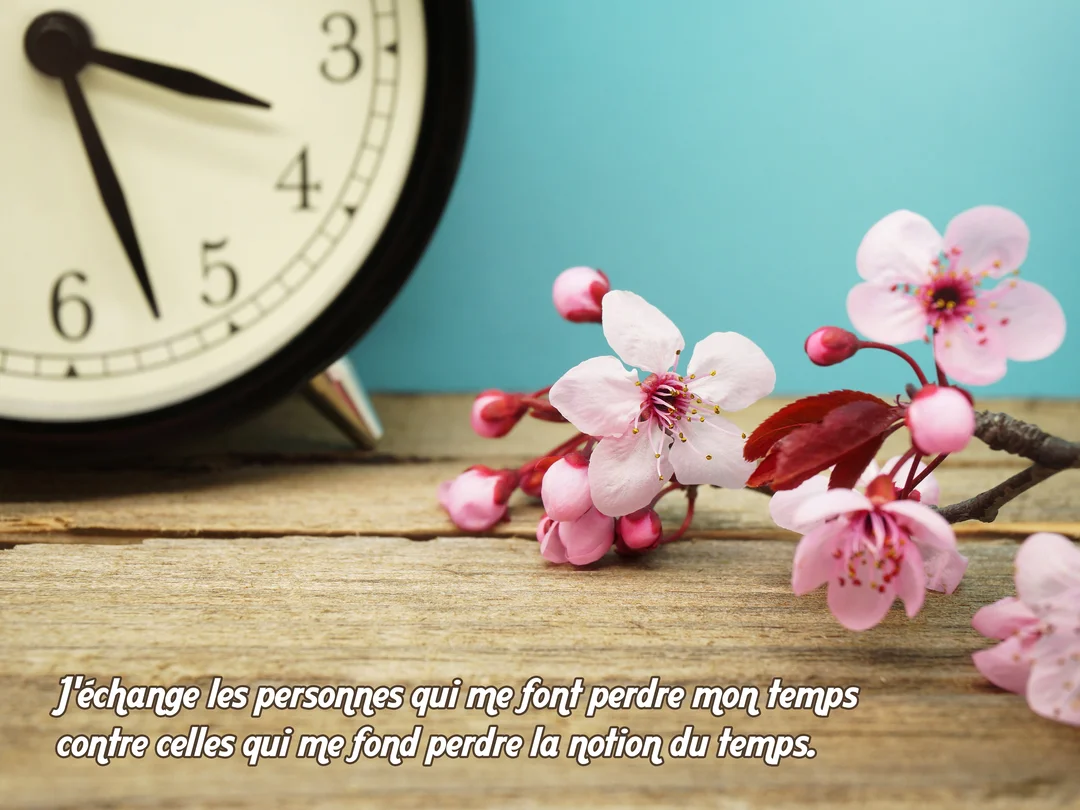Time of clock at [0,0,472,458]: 3:27
